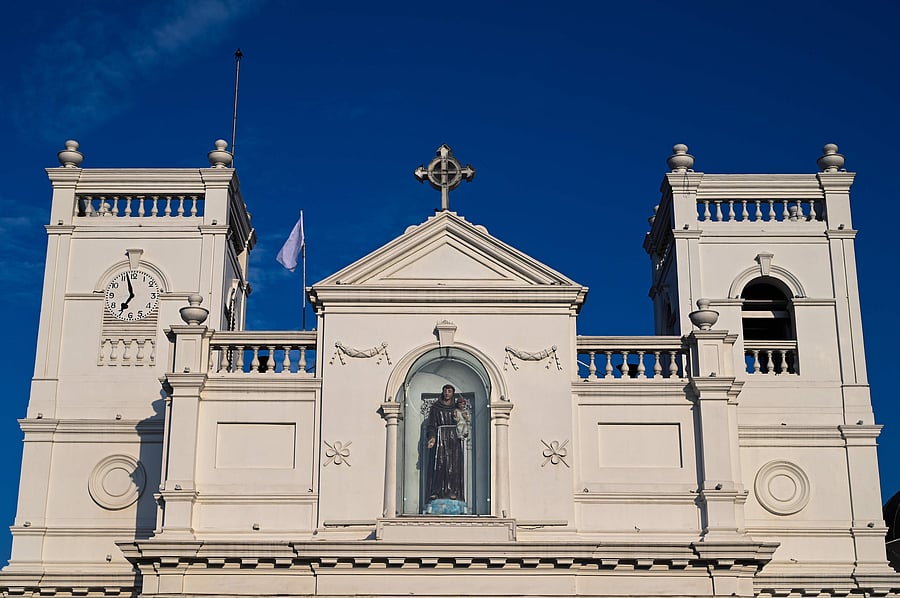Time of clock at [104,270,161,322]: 6:57
